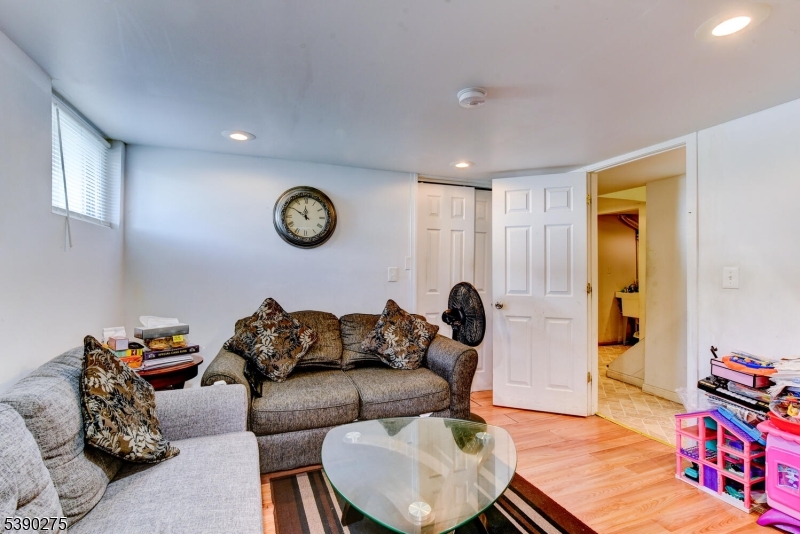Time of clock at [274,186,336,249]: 11:50
